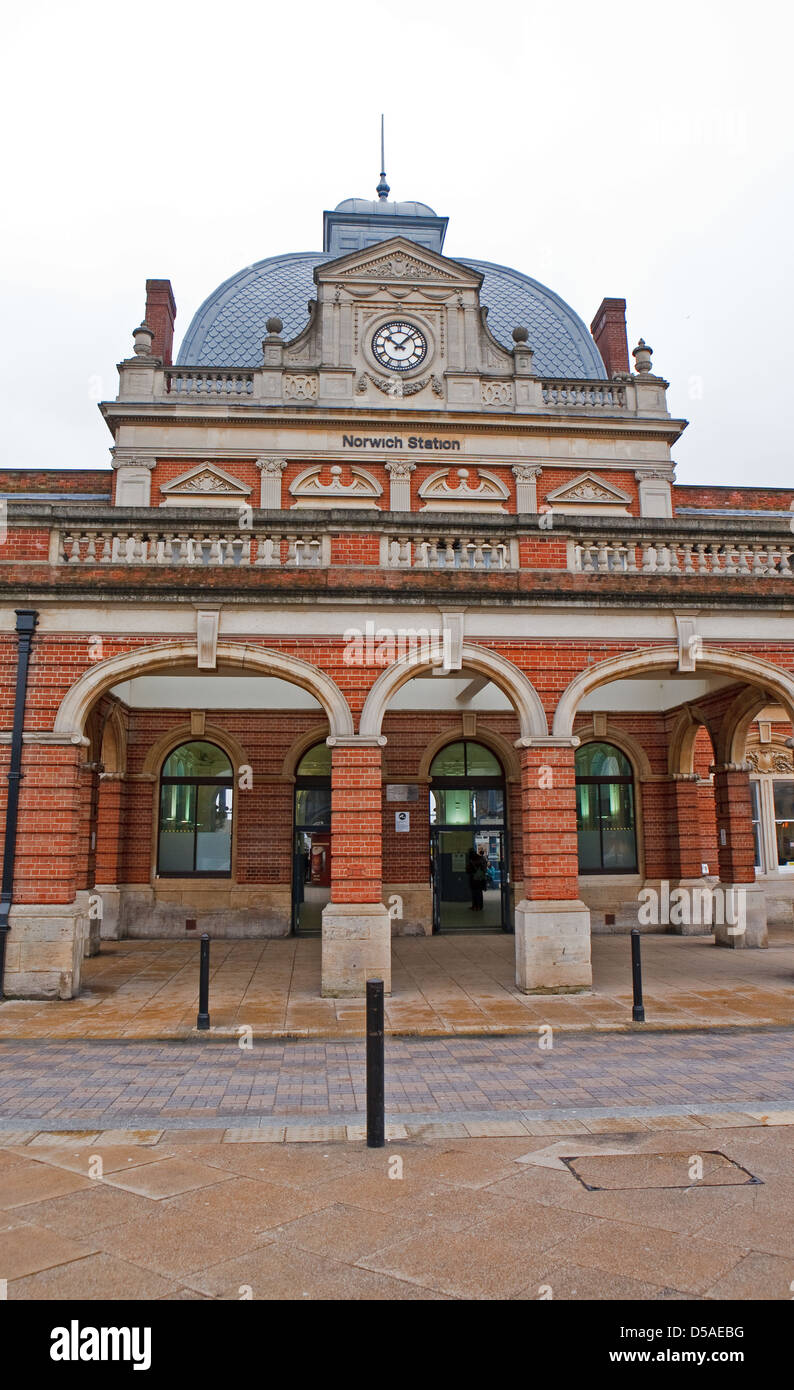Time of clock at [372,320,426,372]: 10:07
